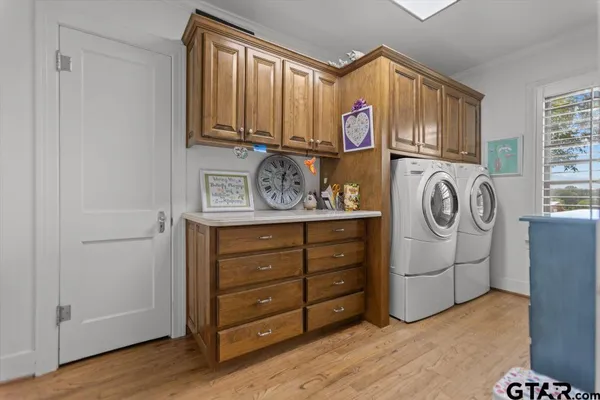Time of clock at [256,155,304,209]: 12:30
